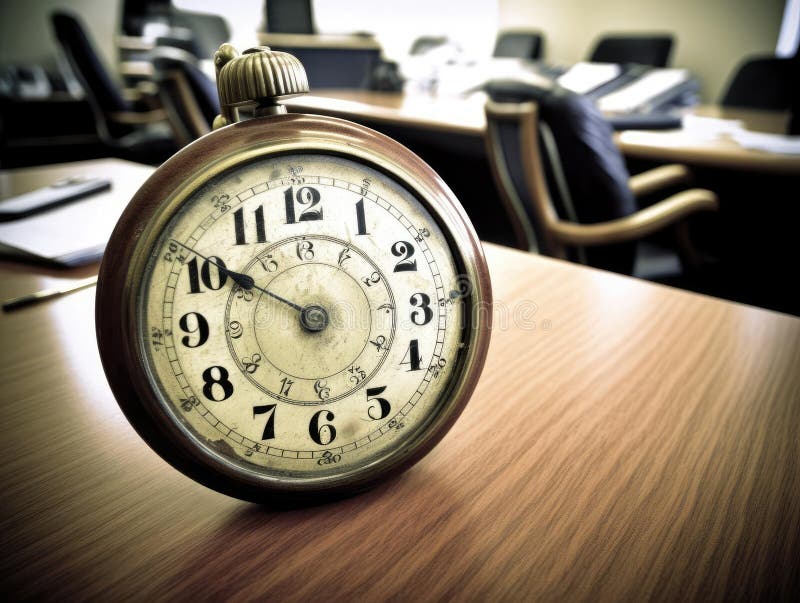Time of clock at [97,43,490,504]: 9:50
